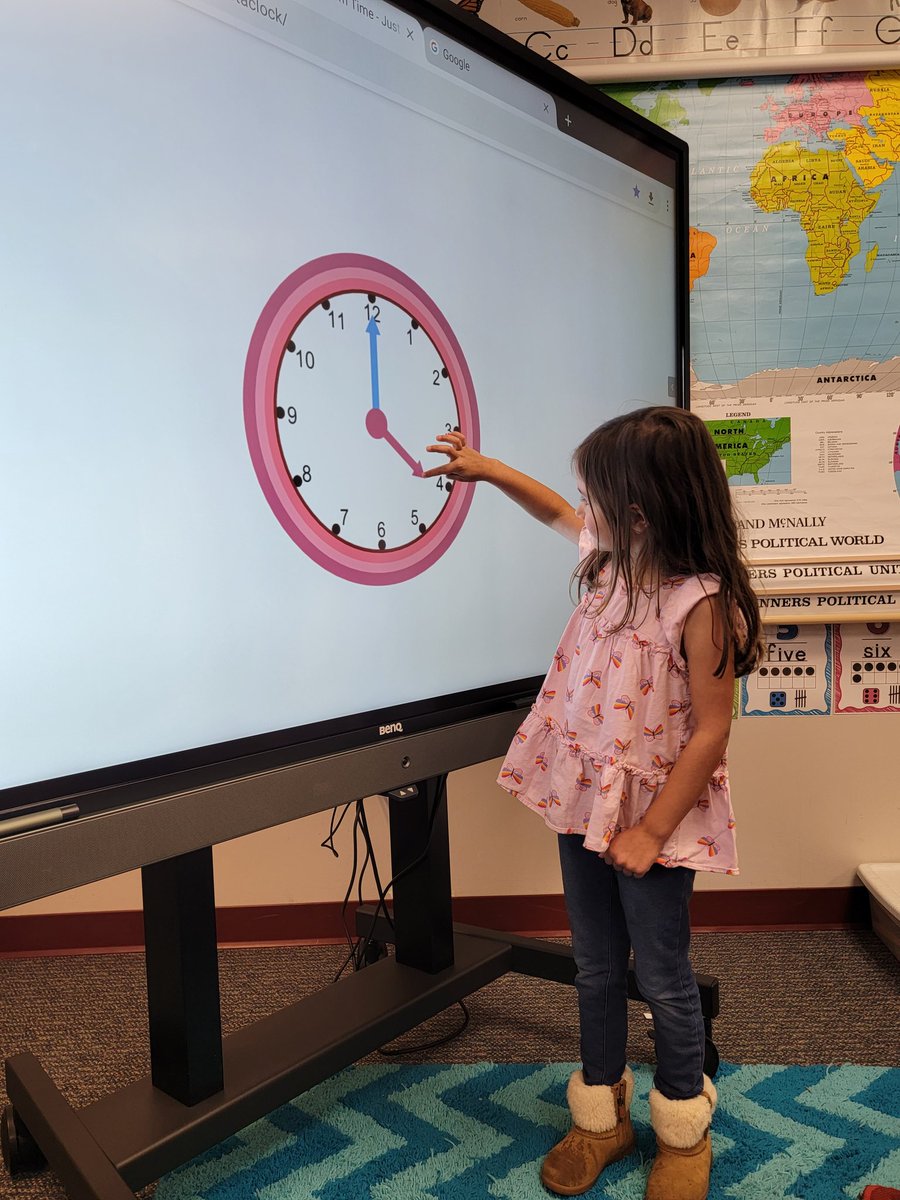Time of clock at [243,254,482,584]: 4:00
